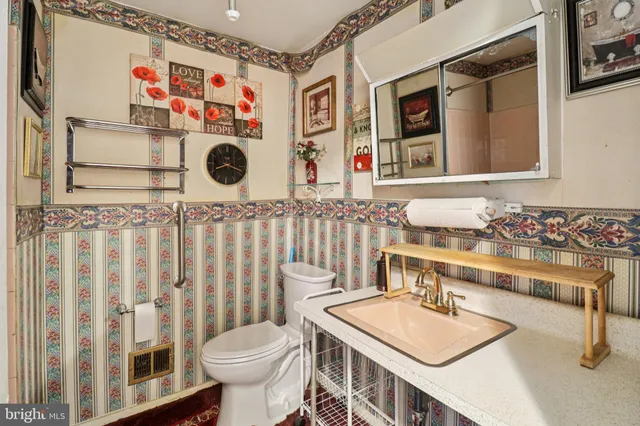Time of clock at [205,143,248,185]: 8:17
